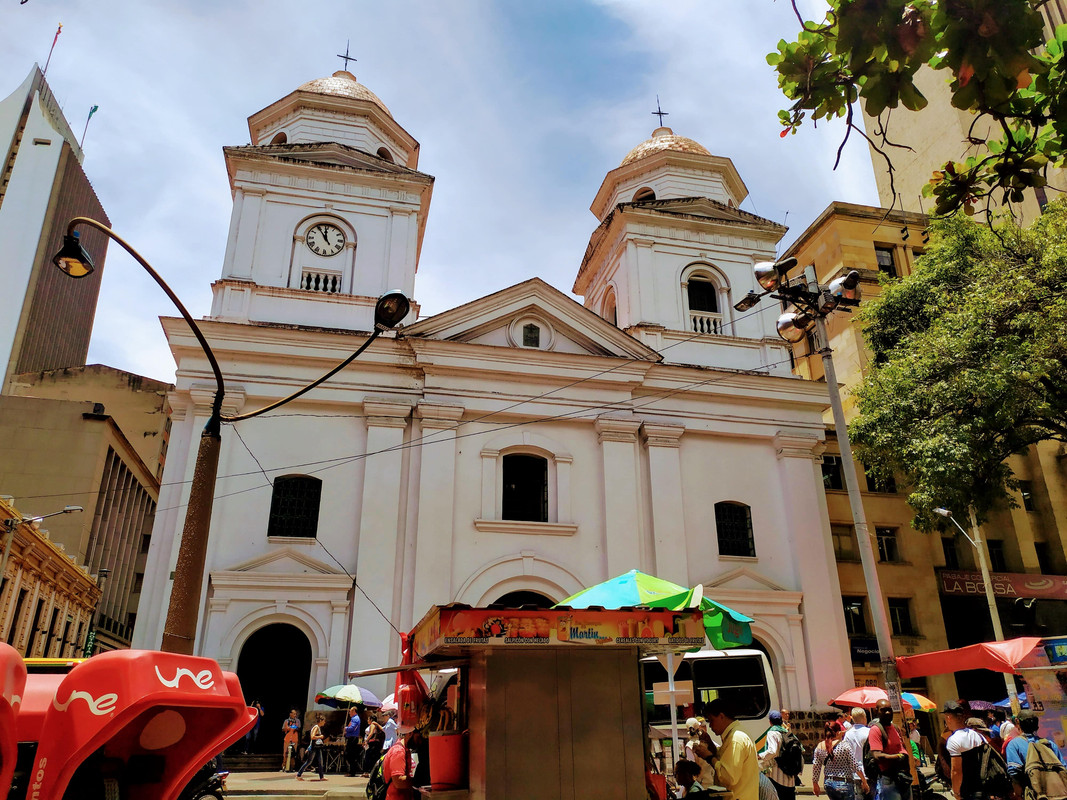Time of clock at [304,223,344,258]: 11:54
